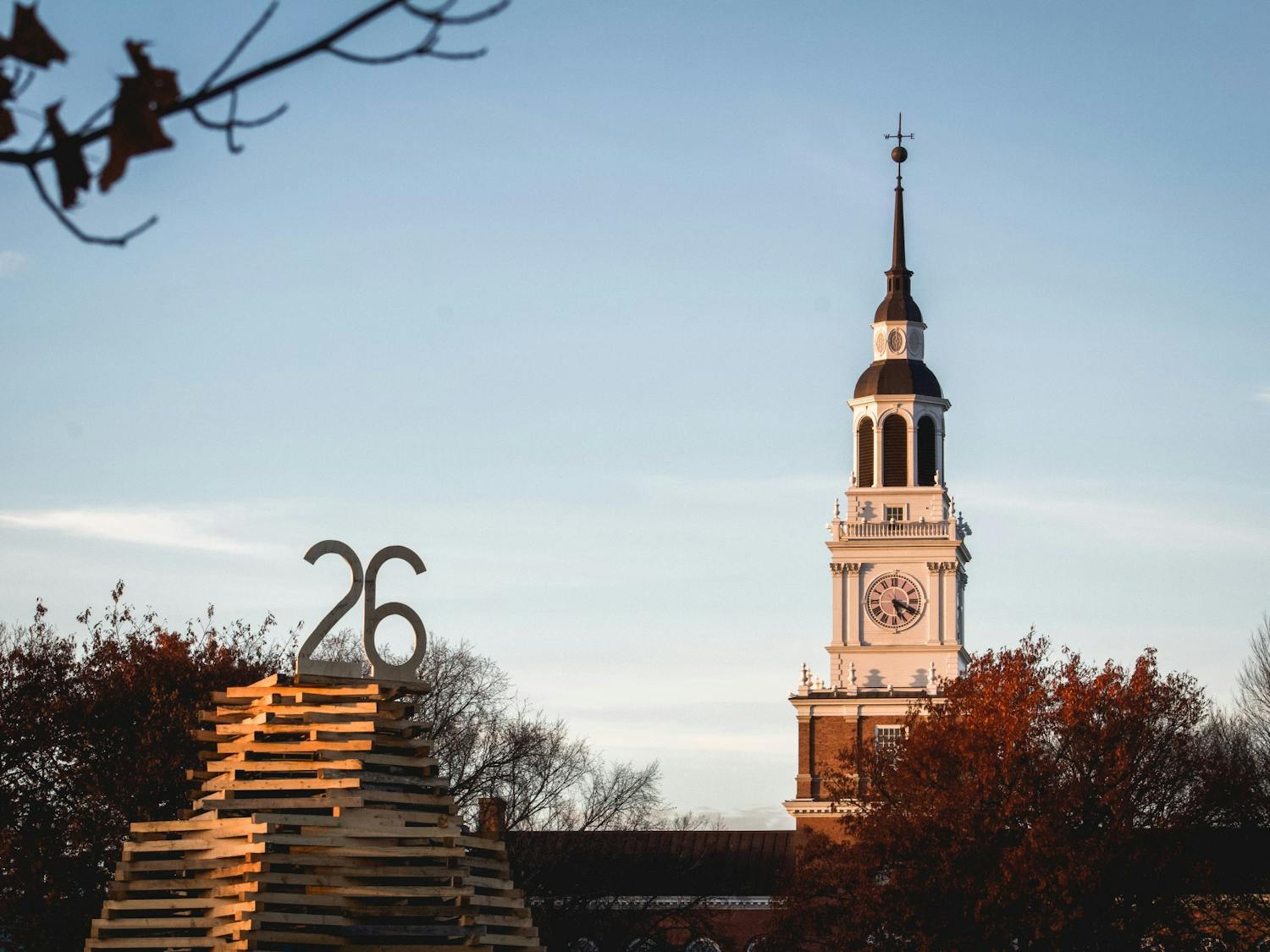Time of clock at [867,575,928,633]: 5:19
